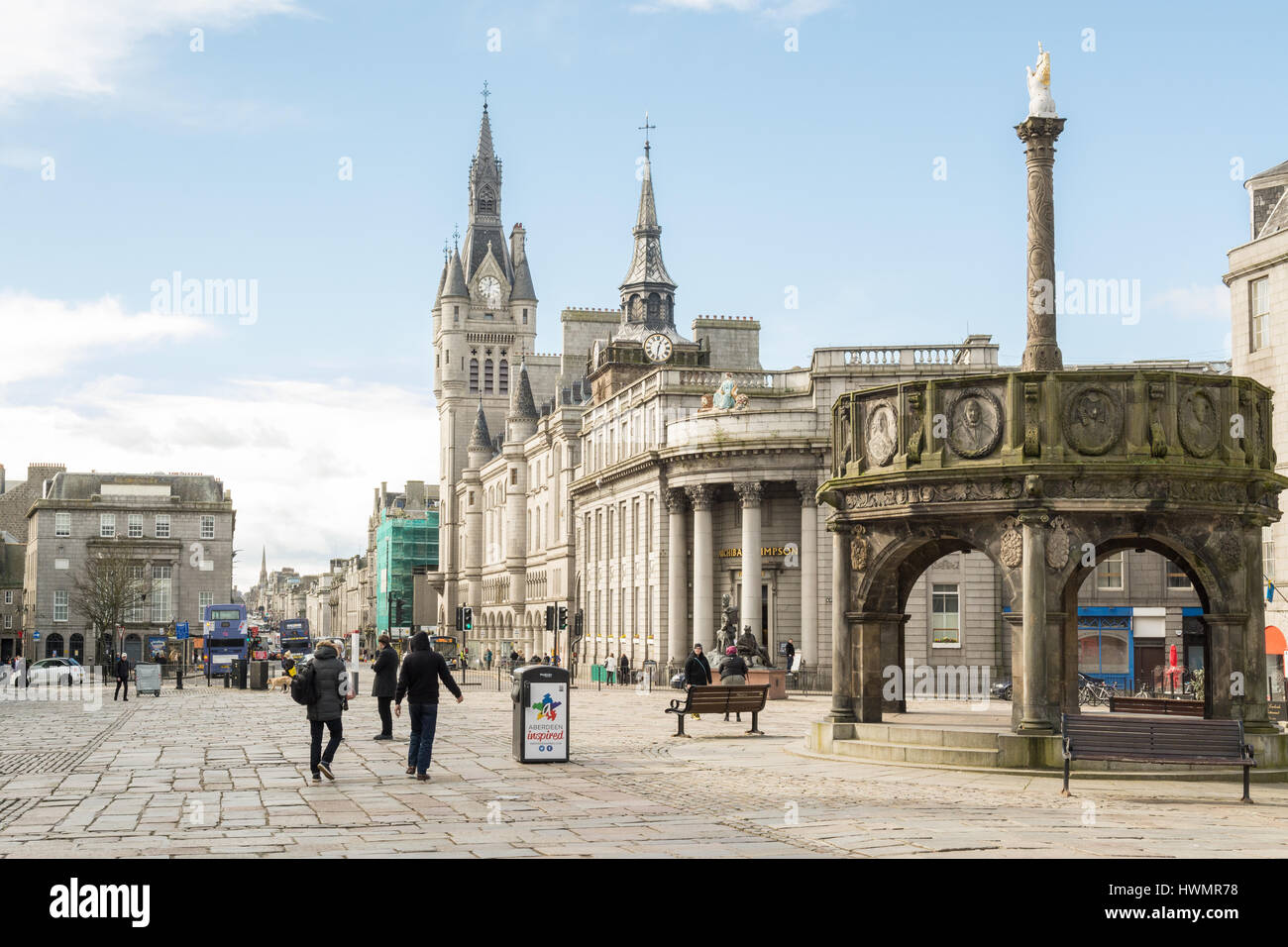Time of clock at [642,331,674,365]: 12:31
